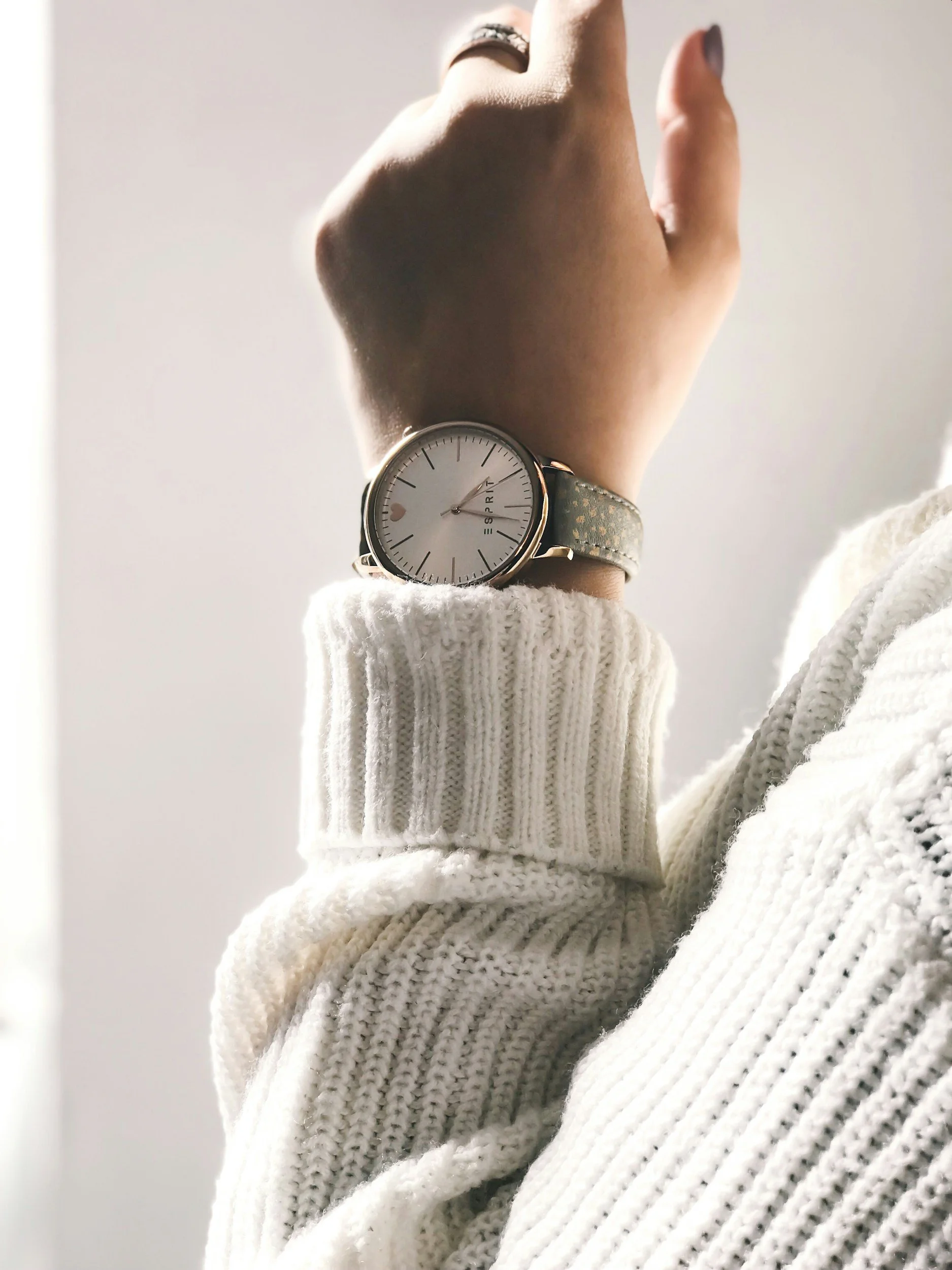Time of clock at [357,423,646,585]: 1:18
